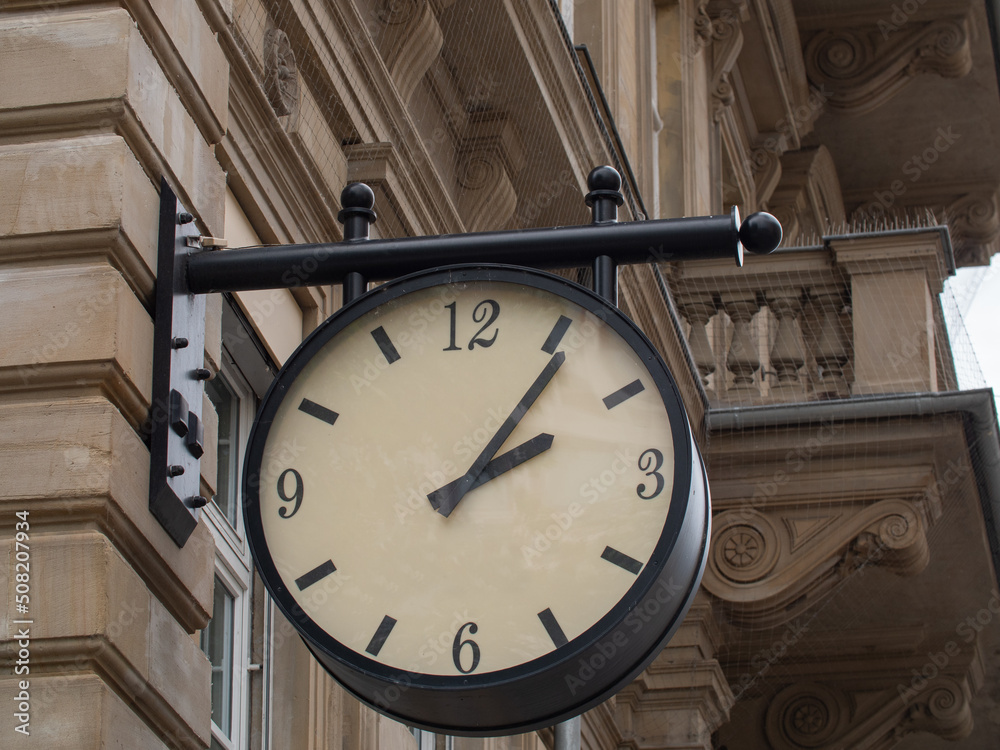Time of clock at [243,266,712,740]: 2:06
